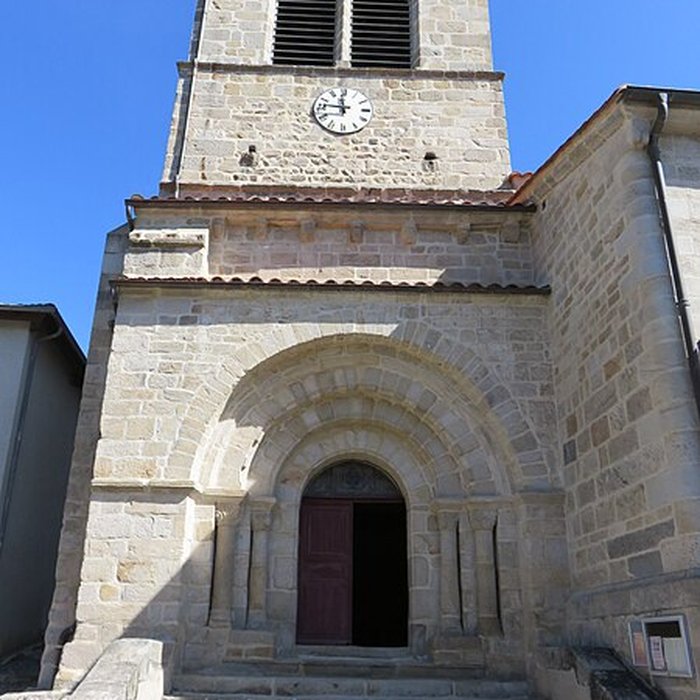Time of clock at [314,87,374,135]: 11:46
